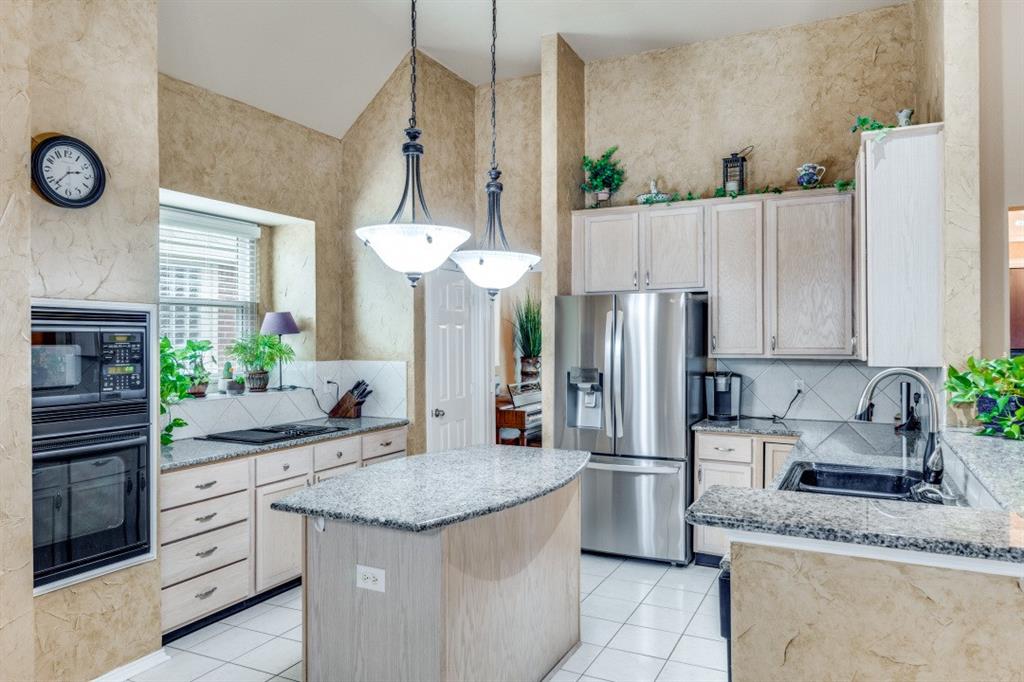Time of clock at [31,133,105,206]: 2:36
